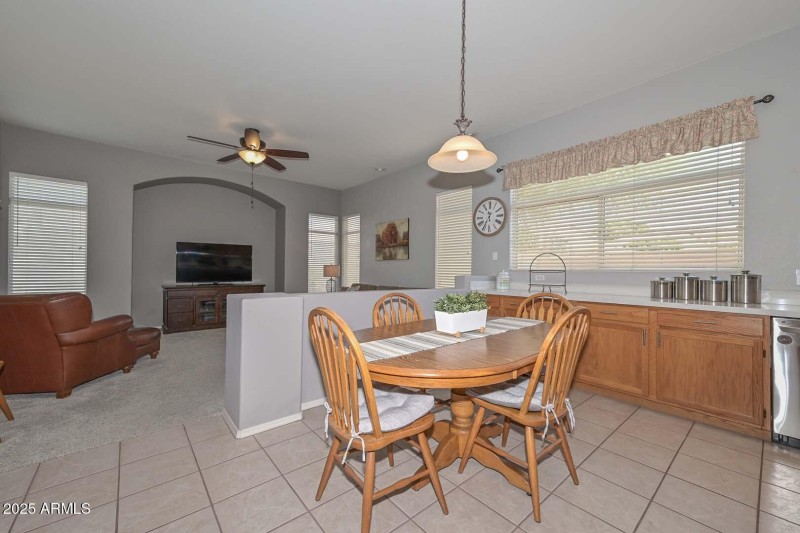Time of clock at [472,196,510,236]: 11:35
